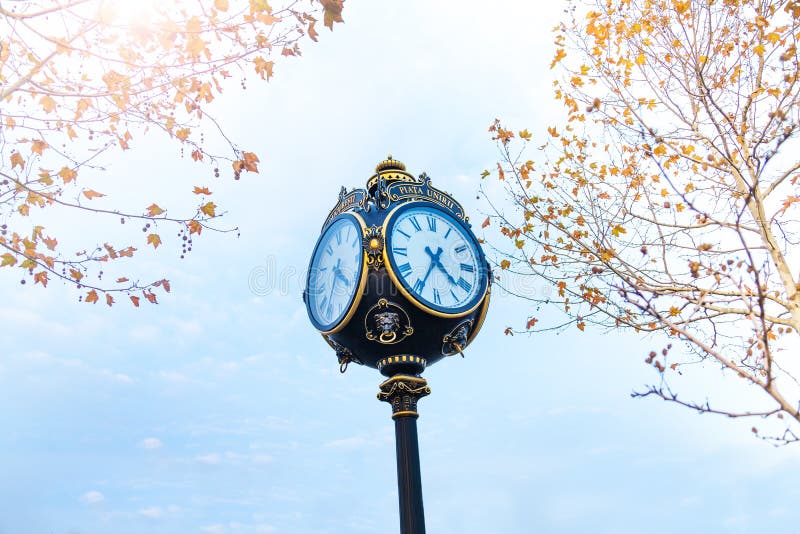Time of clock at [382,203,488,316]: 4:34
